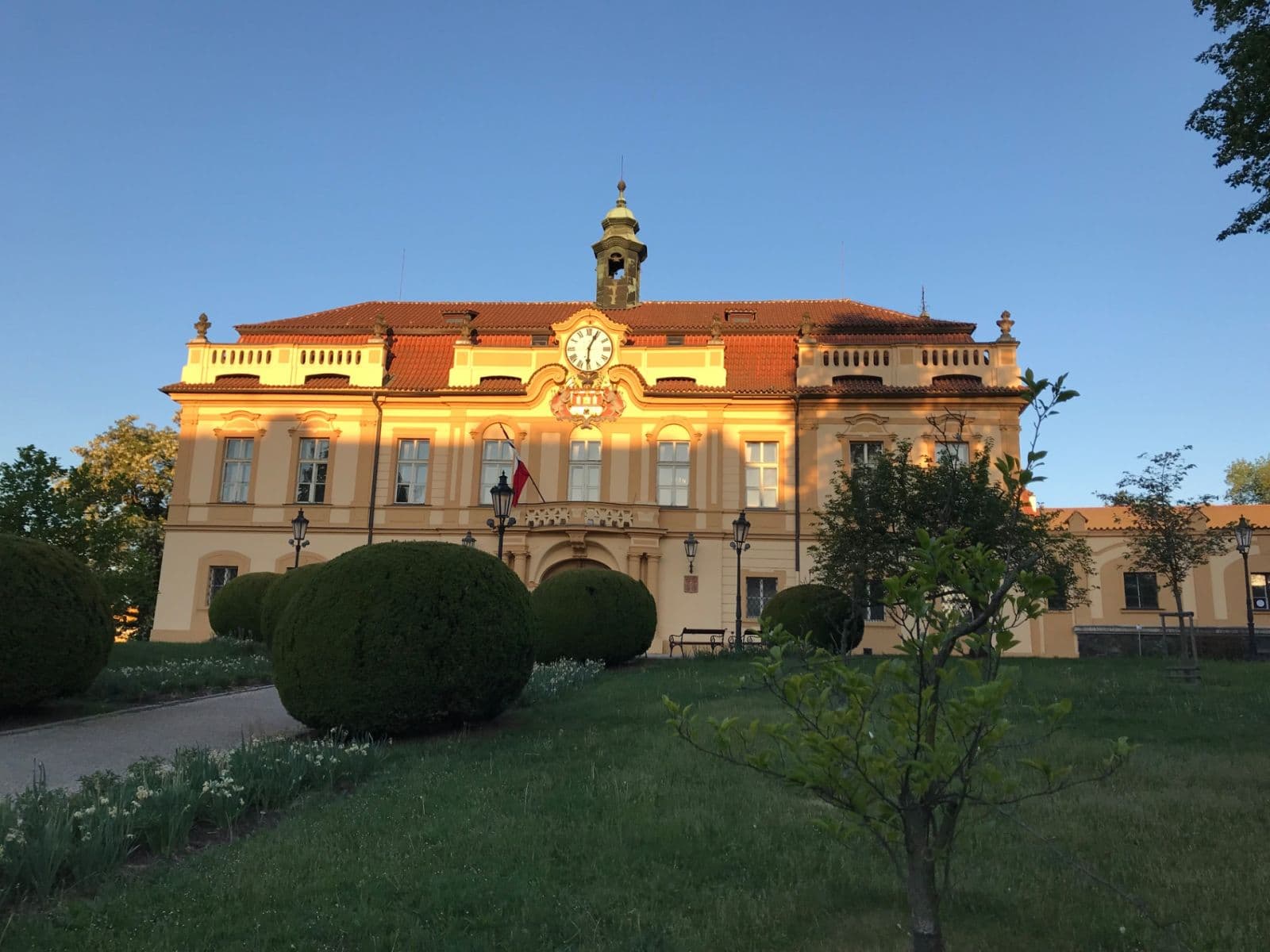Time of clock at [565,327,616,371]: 6:04
